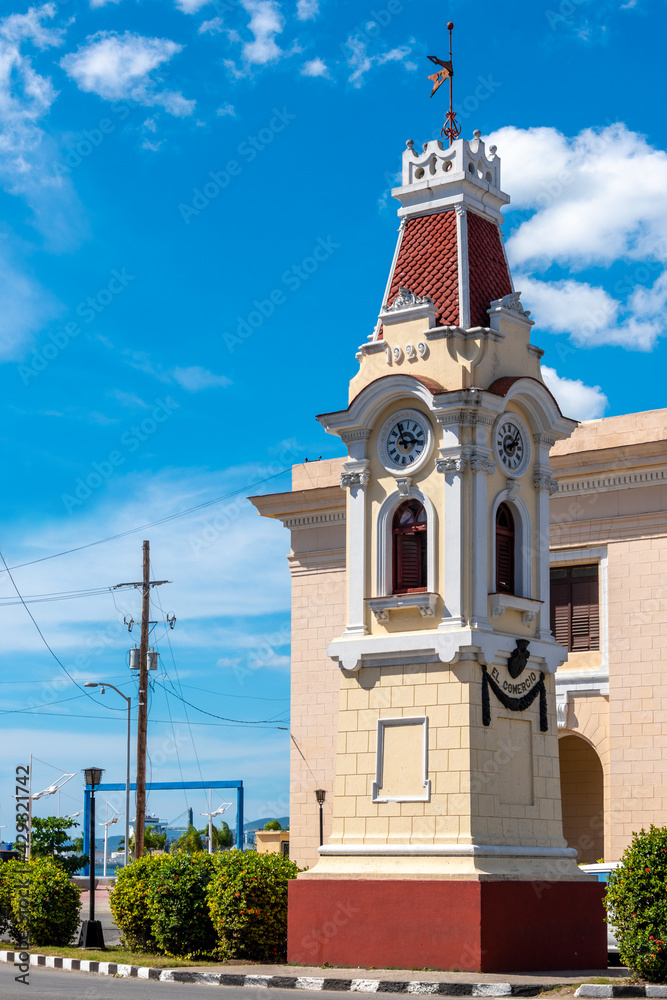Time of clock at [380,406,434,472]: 2:54
